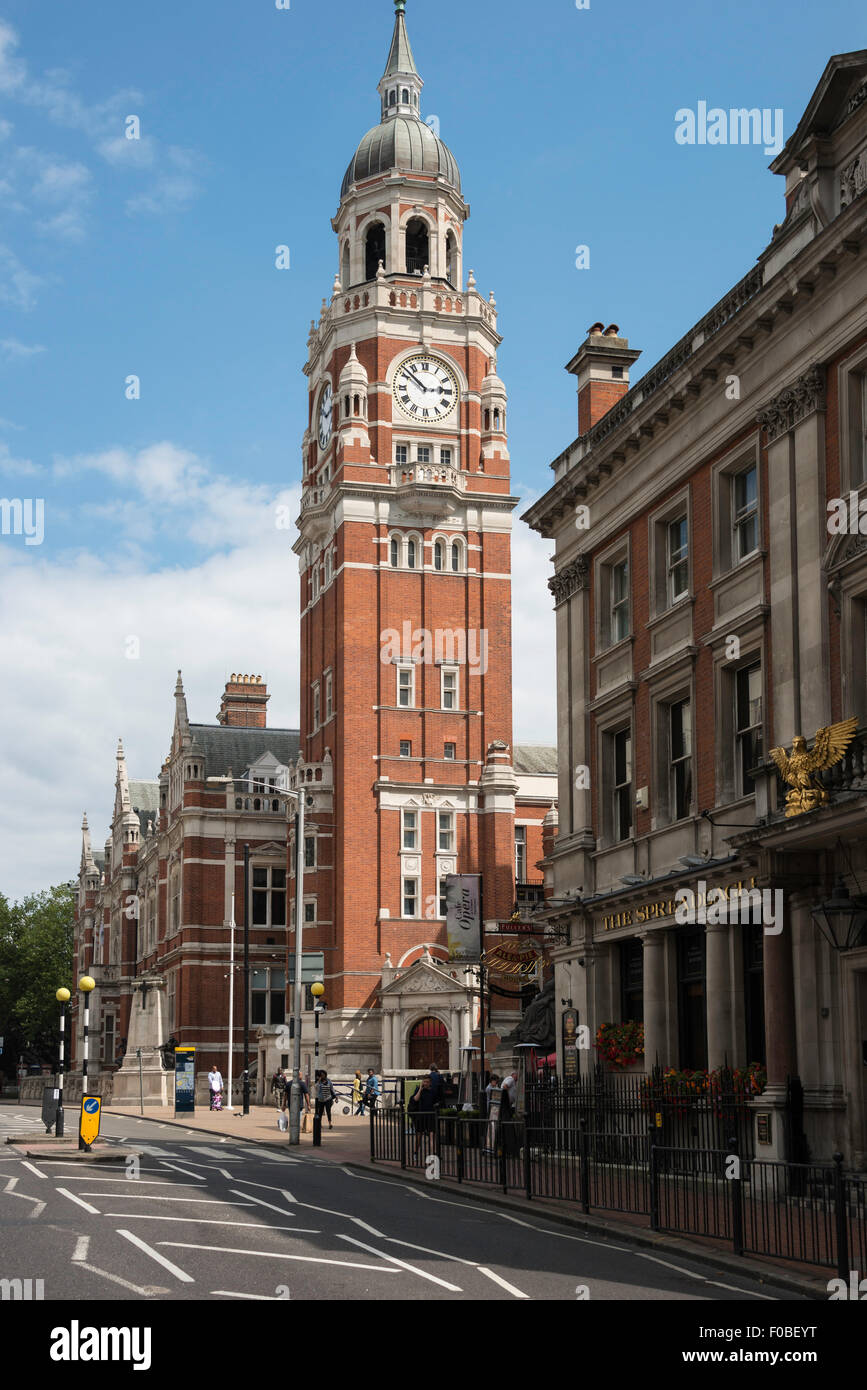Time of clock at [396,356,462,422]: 2:52
